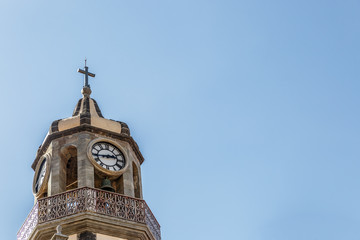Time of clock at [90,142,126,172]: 2:43
